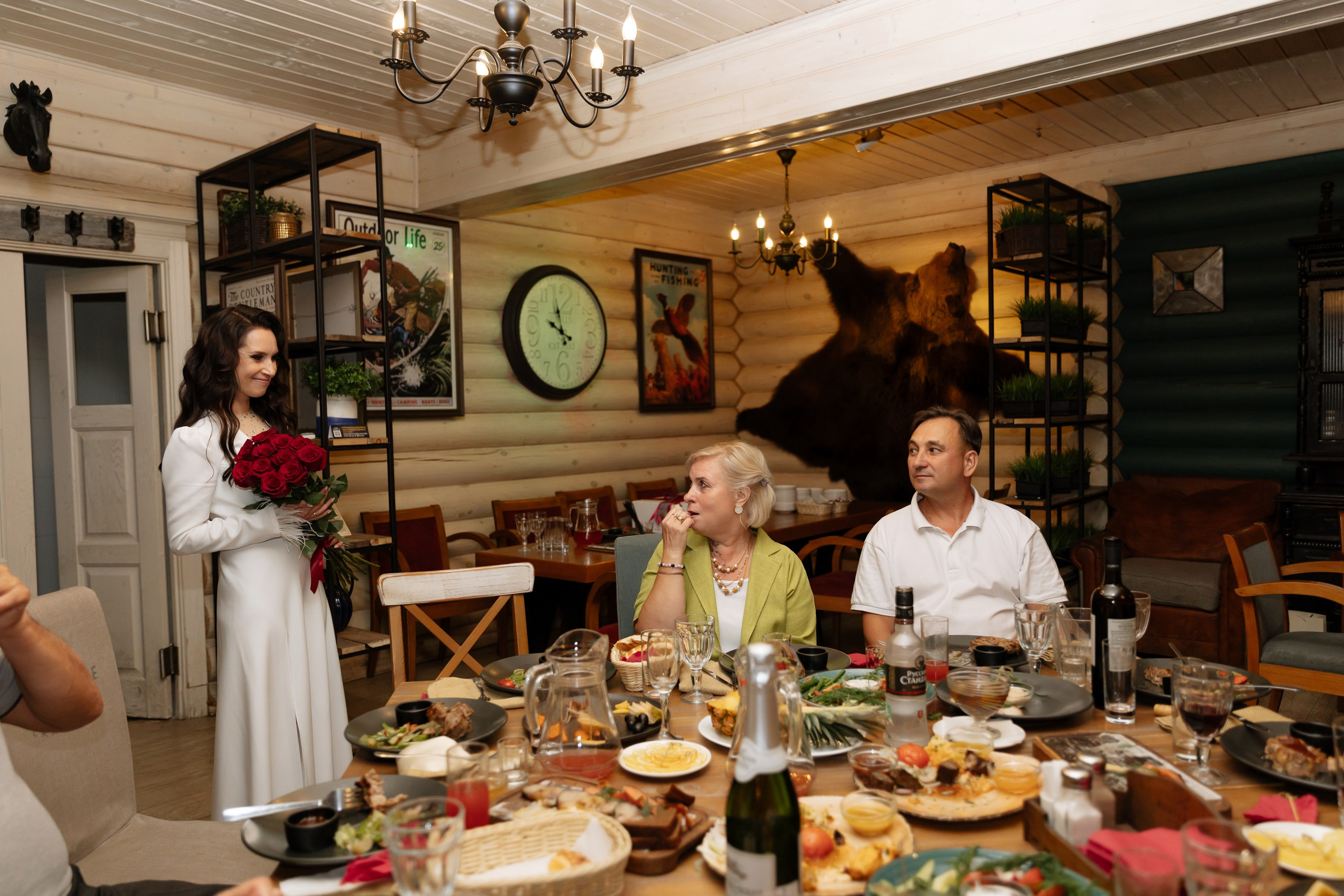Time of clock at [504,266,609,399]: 9:57
